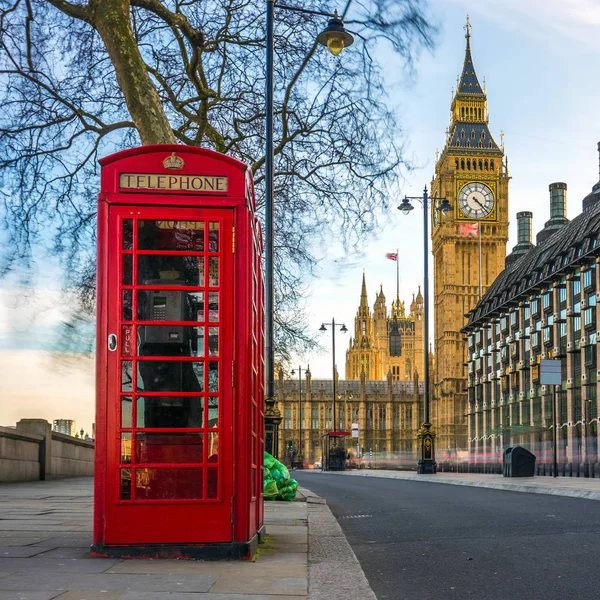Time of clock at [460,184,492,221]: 4:22
